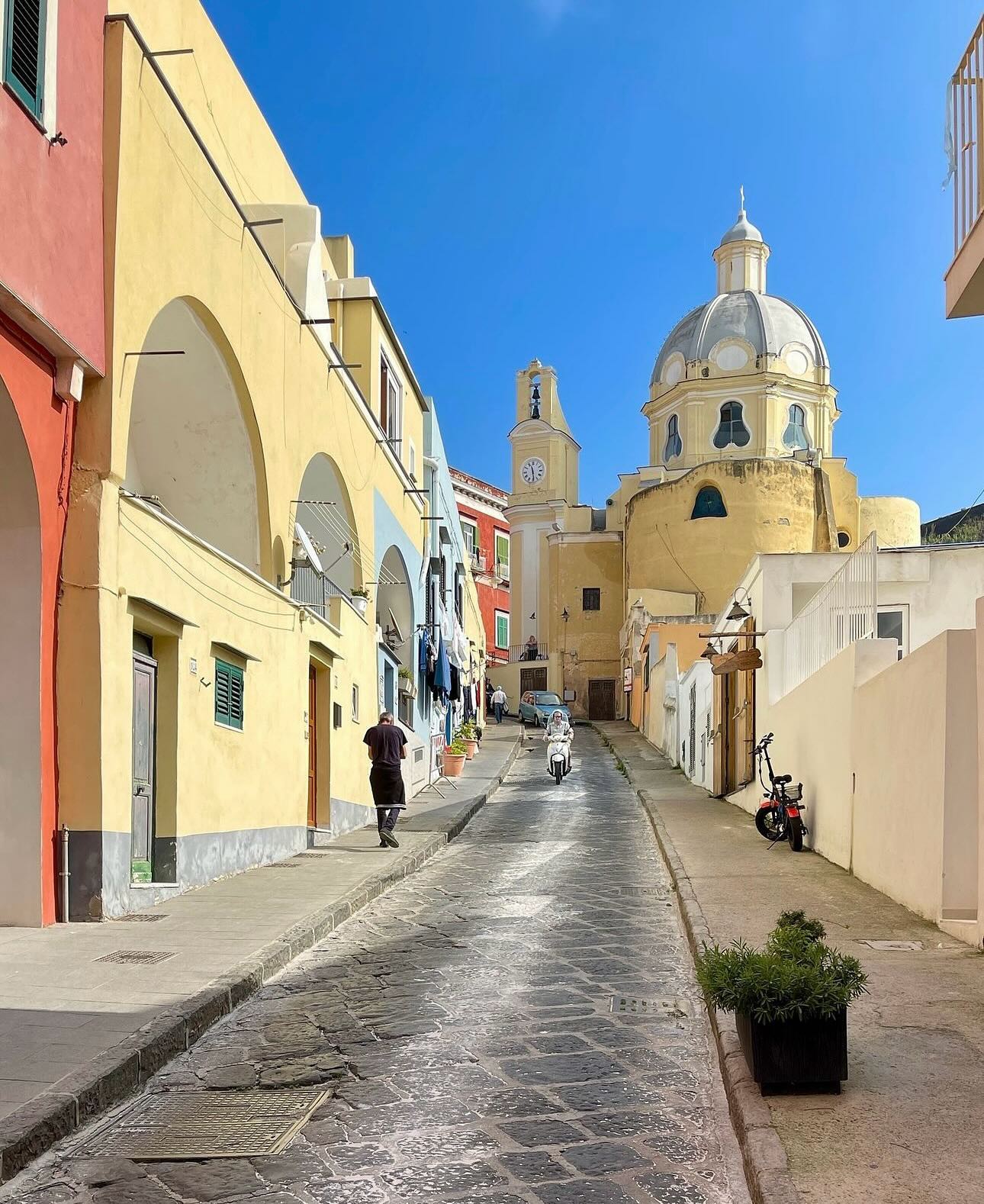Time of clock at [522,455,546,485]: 11:28
